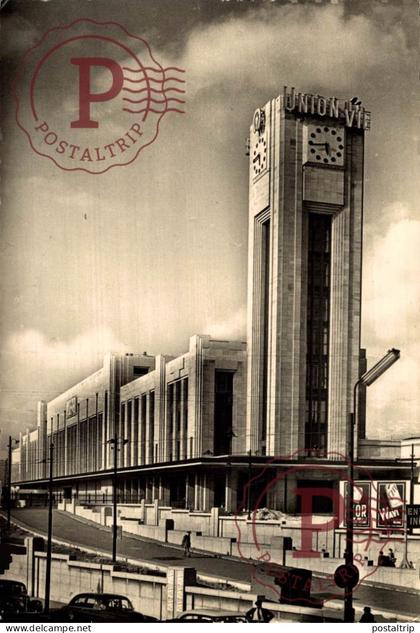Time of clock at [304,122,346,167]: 5:44
